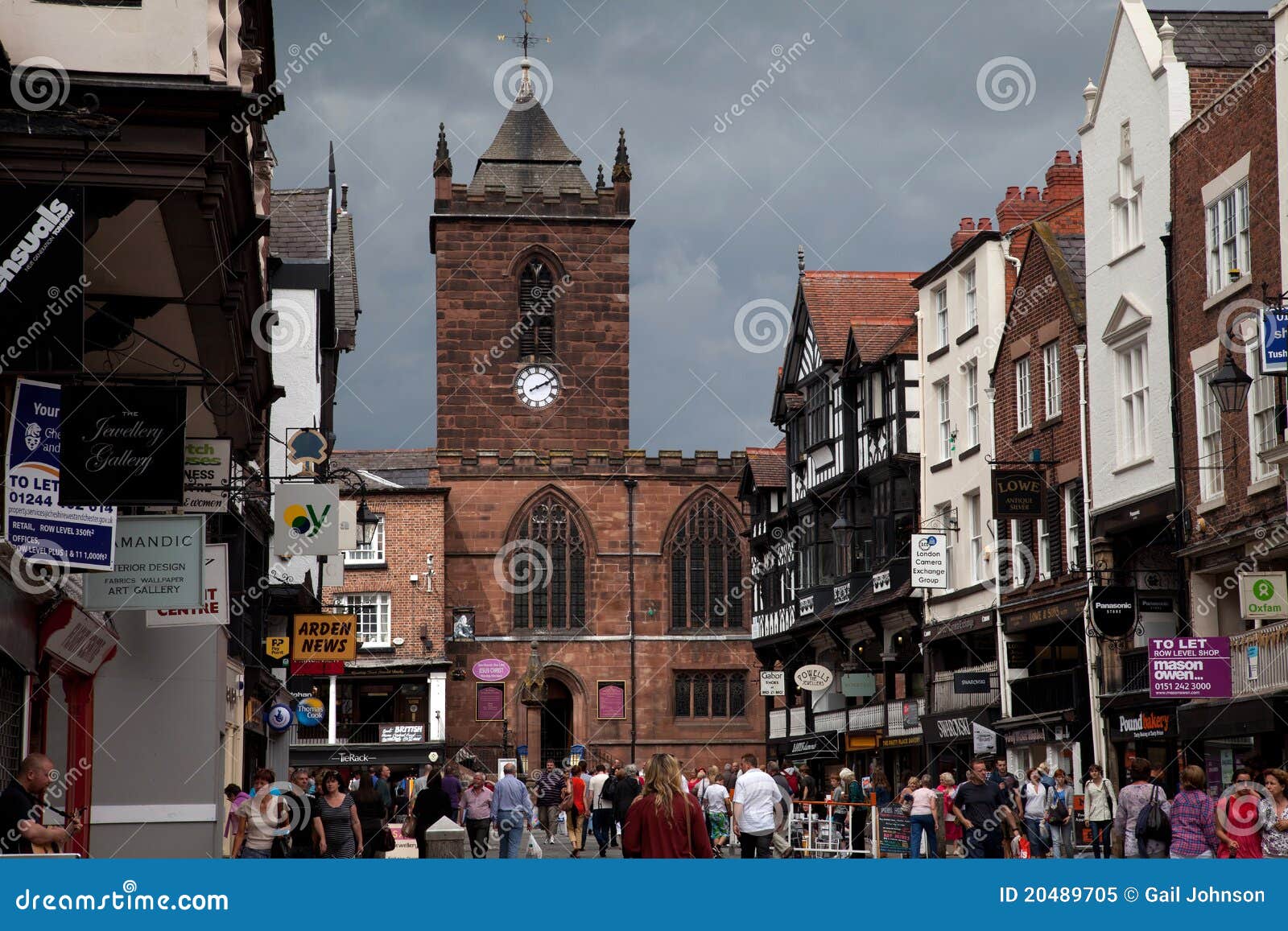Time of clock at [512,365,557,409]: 2:10
